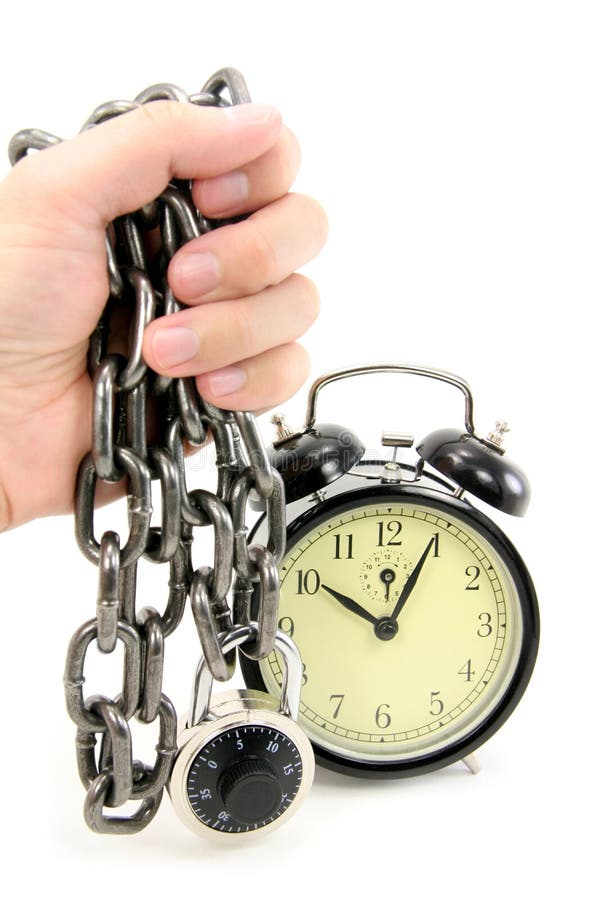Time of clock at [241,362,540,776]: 10:04
